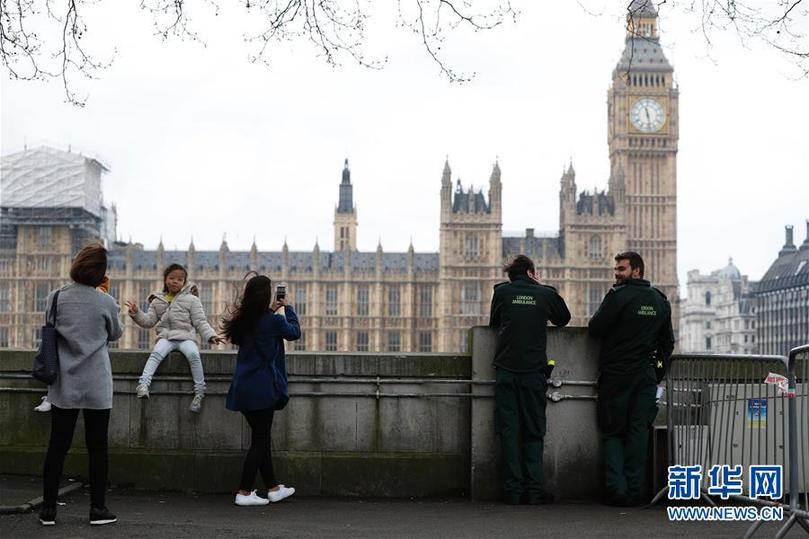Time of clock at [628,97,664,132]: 11:28
